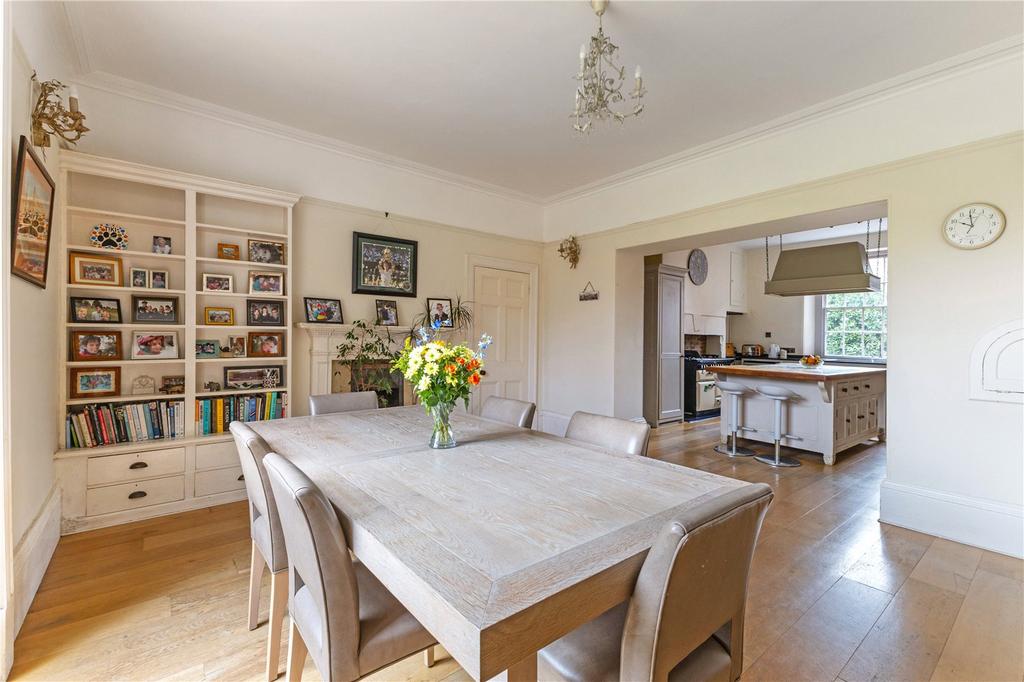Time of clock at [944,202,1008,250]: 9:58
